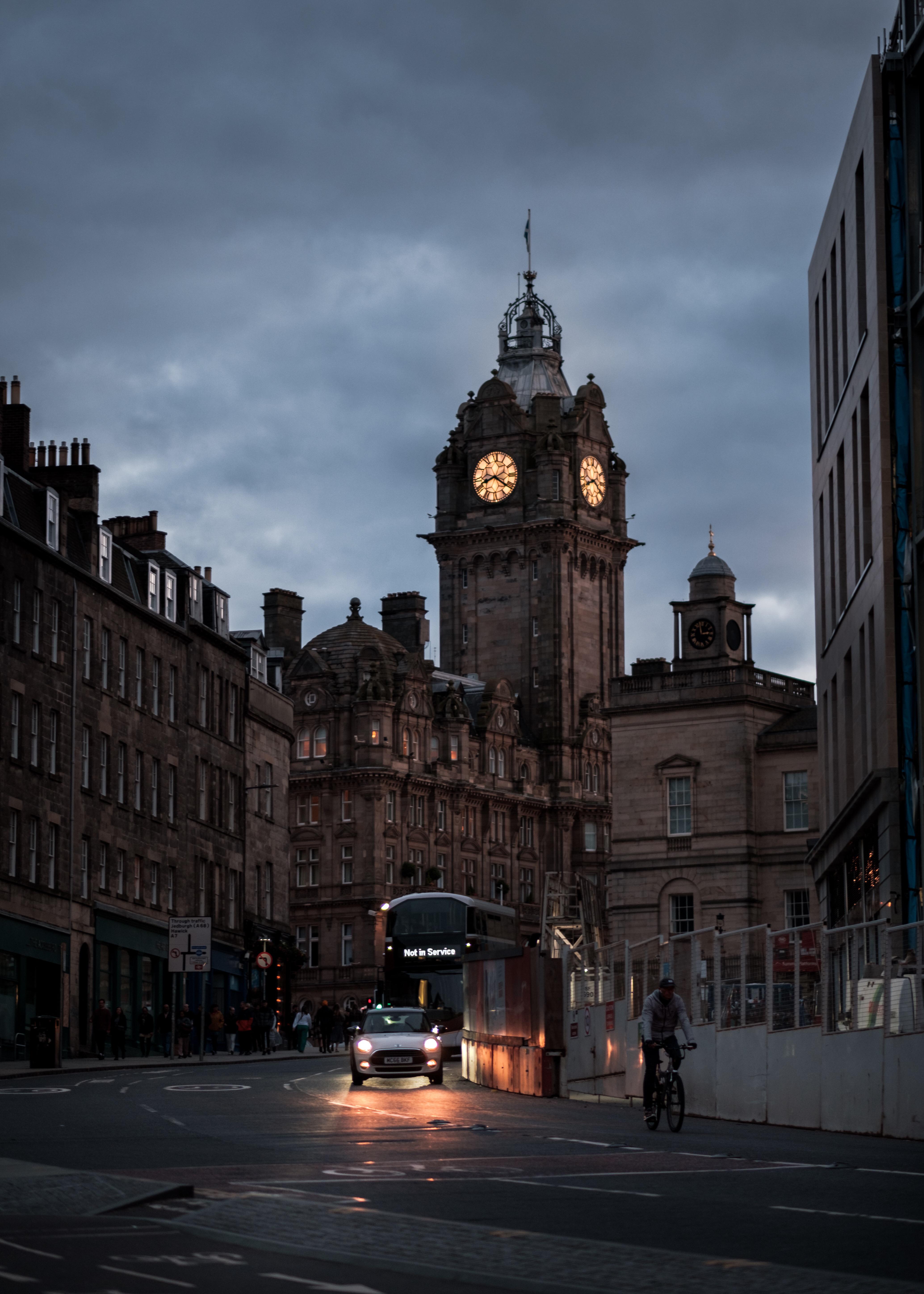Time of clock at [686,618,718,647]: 2:57
